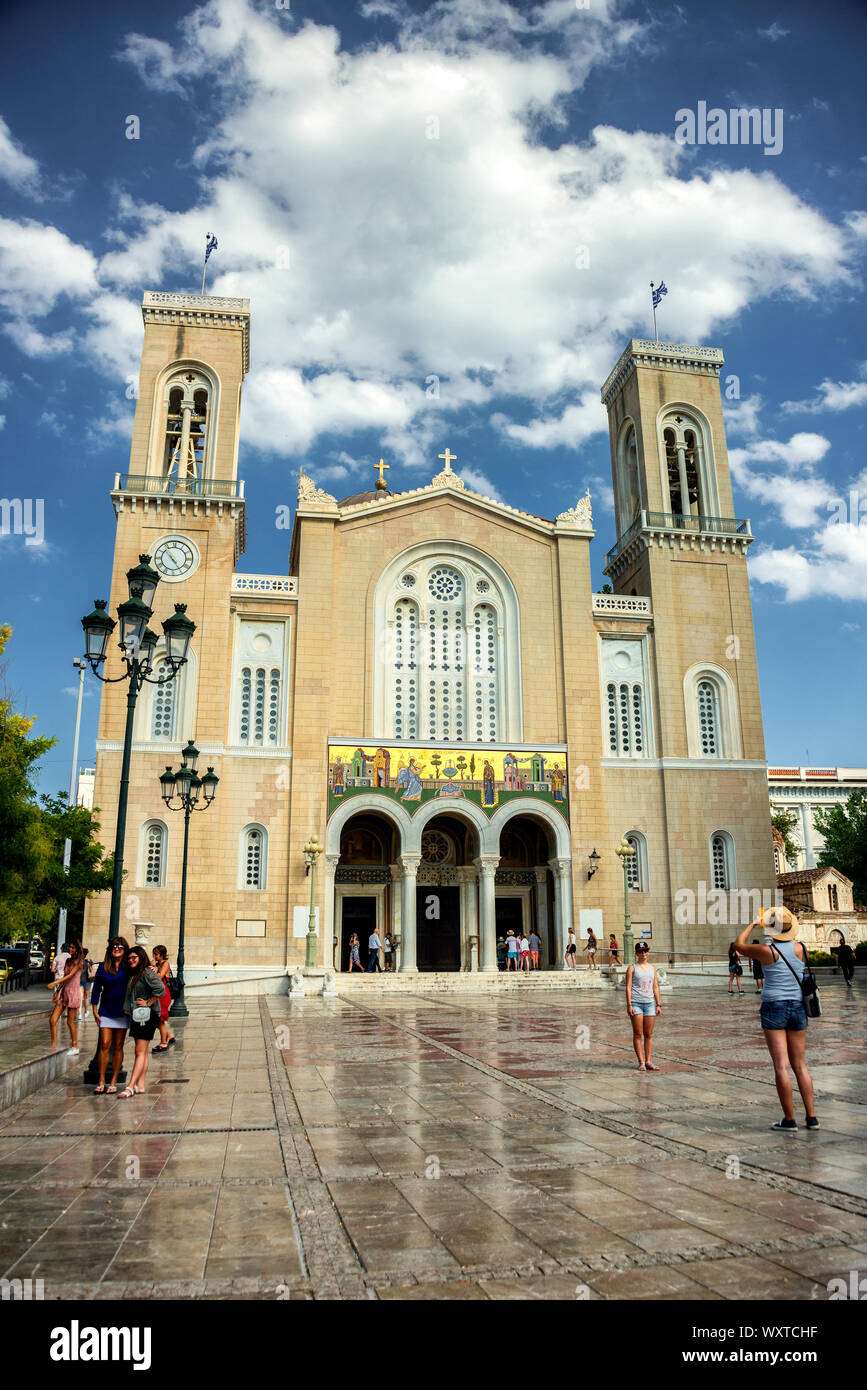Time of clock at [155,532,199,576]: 4:52
